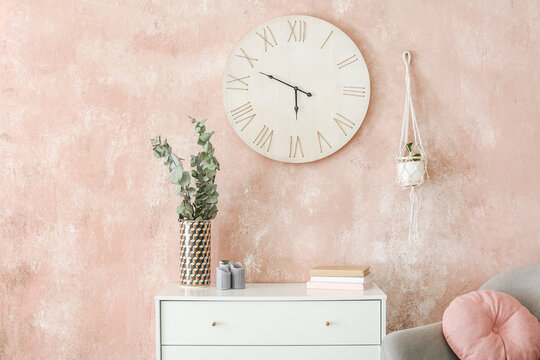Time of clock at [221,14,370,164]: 5:48
